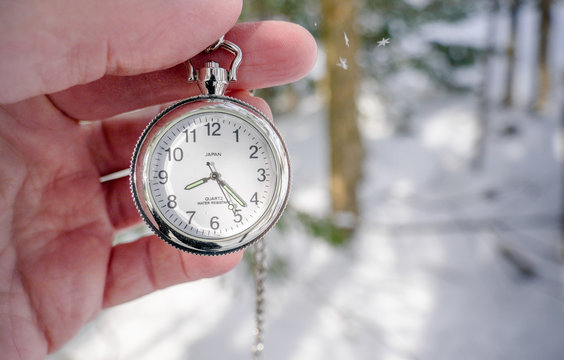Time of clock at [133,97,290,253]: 8:22
